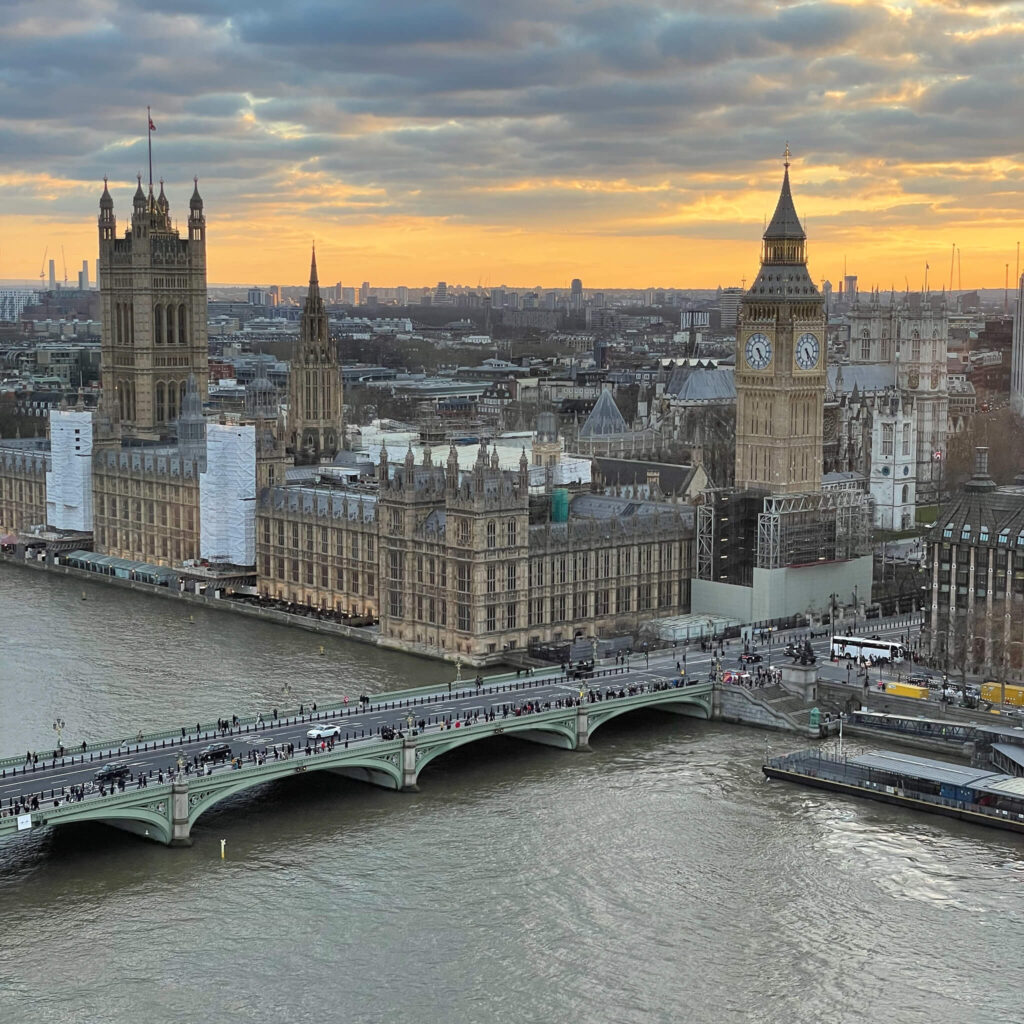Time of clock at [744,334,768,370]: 5:23
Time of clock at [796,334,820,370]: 5:23
